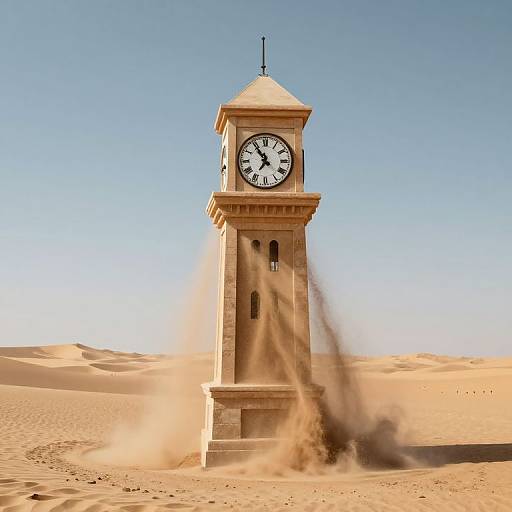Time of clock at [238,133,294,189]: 6:54
